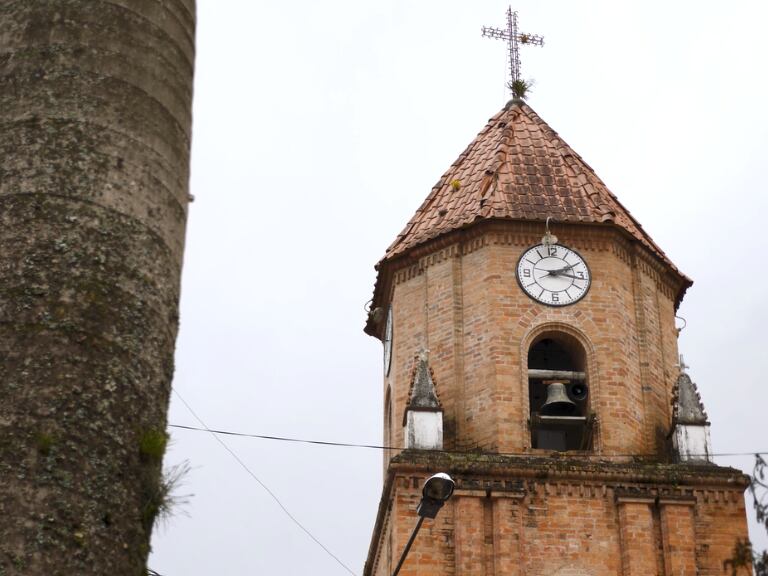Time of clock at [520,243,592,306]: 2:16
